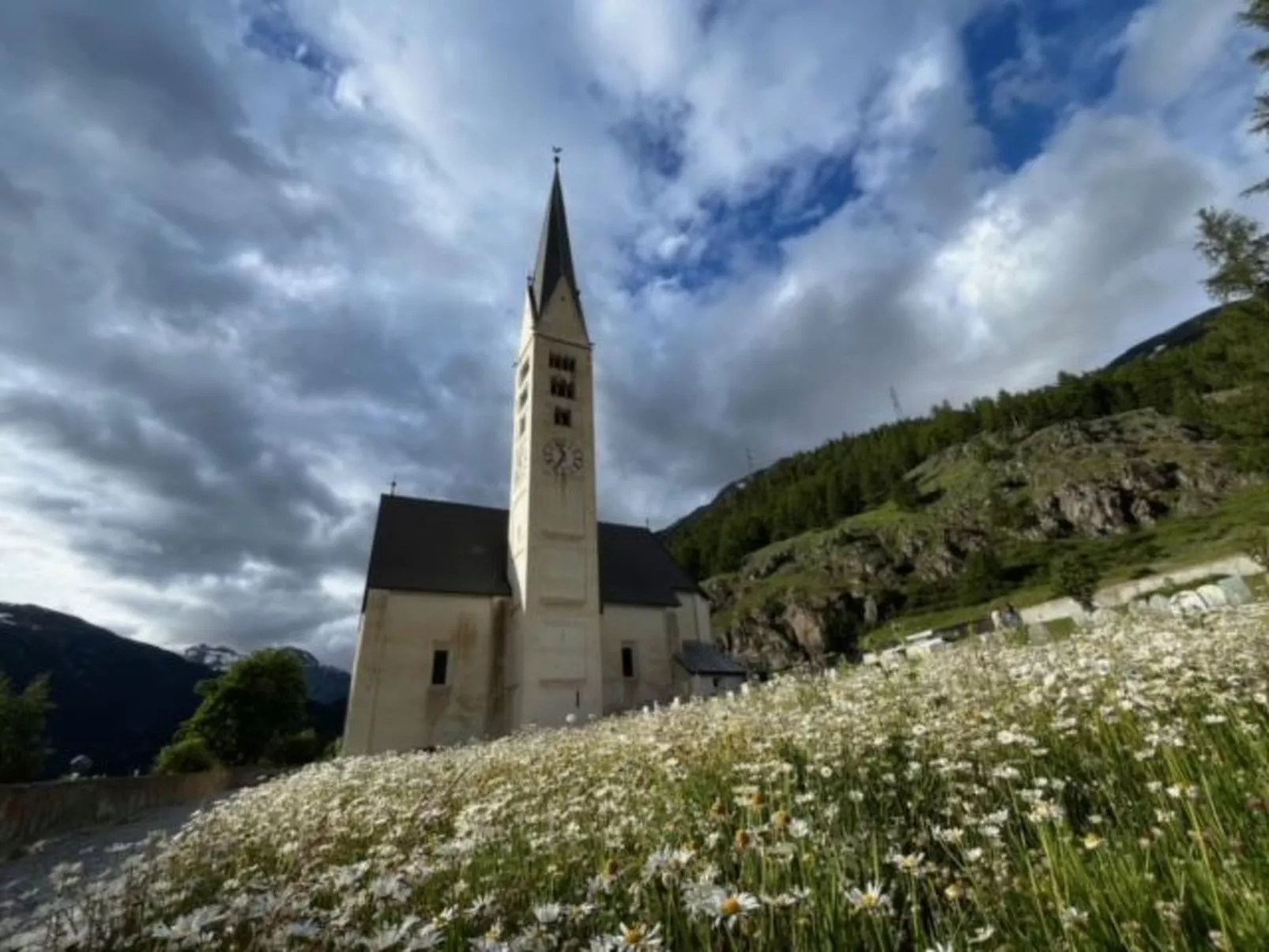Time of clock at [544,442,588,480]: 11:35
